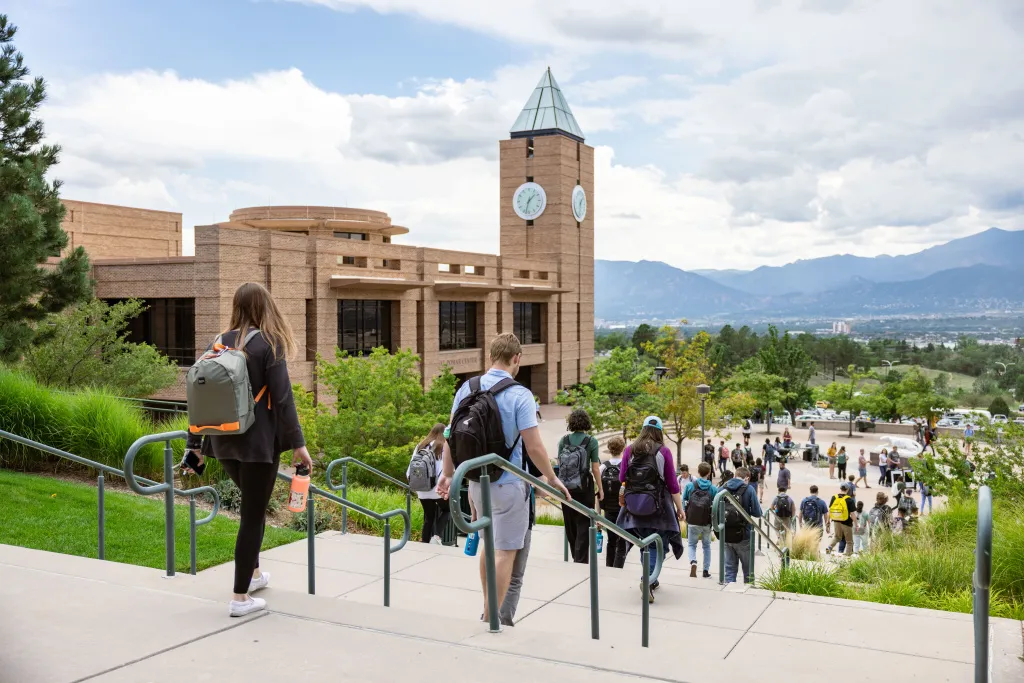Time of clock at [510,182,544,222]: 1:32
